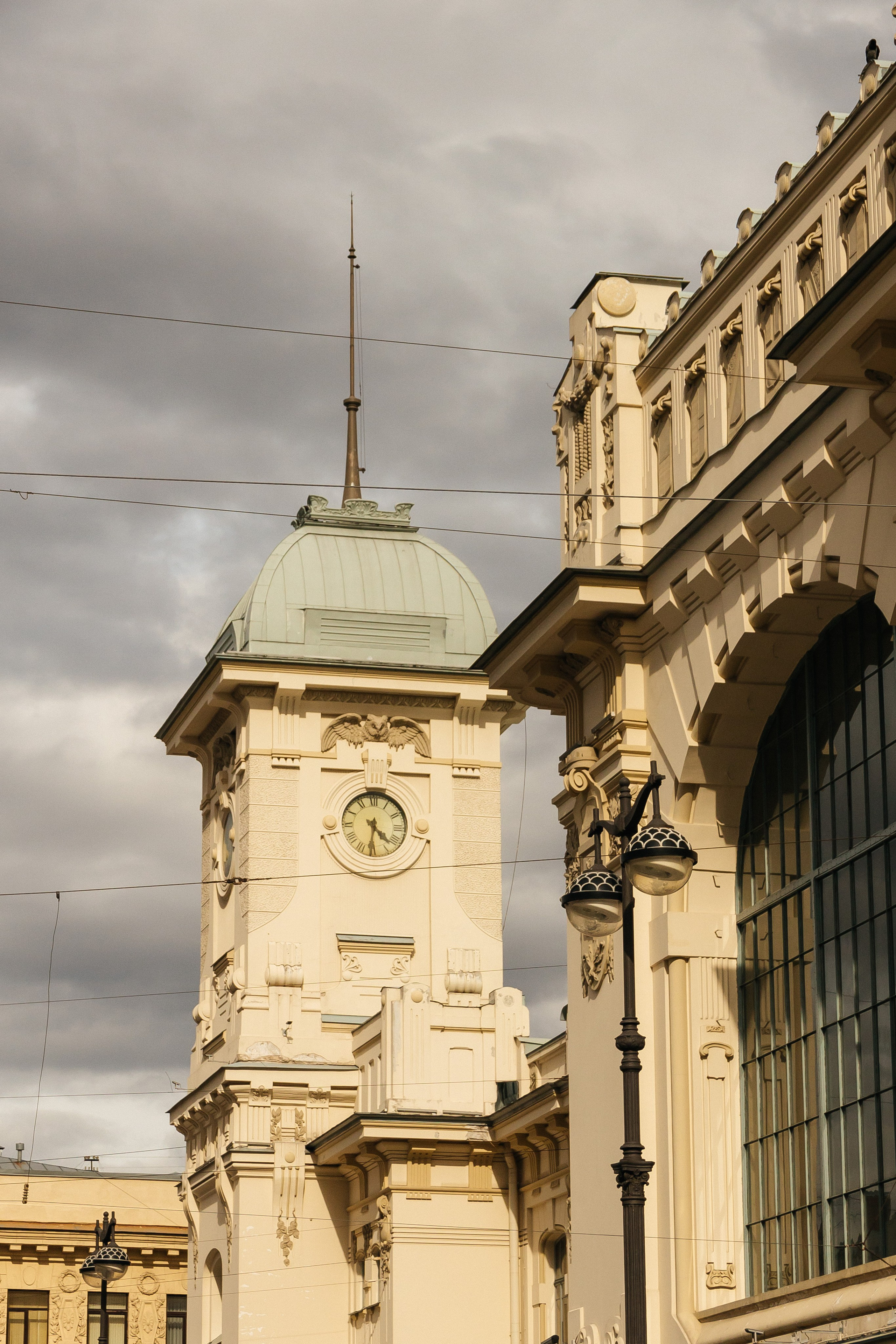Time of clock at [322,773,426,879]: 4:31
